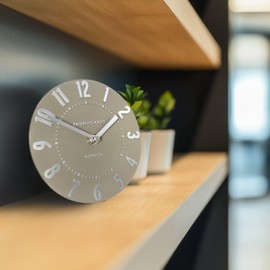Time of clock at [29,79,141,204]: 1:50
